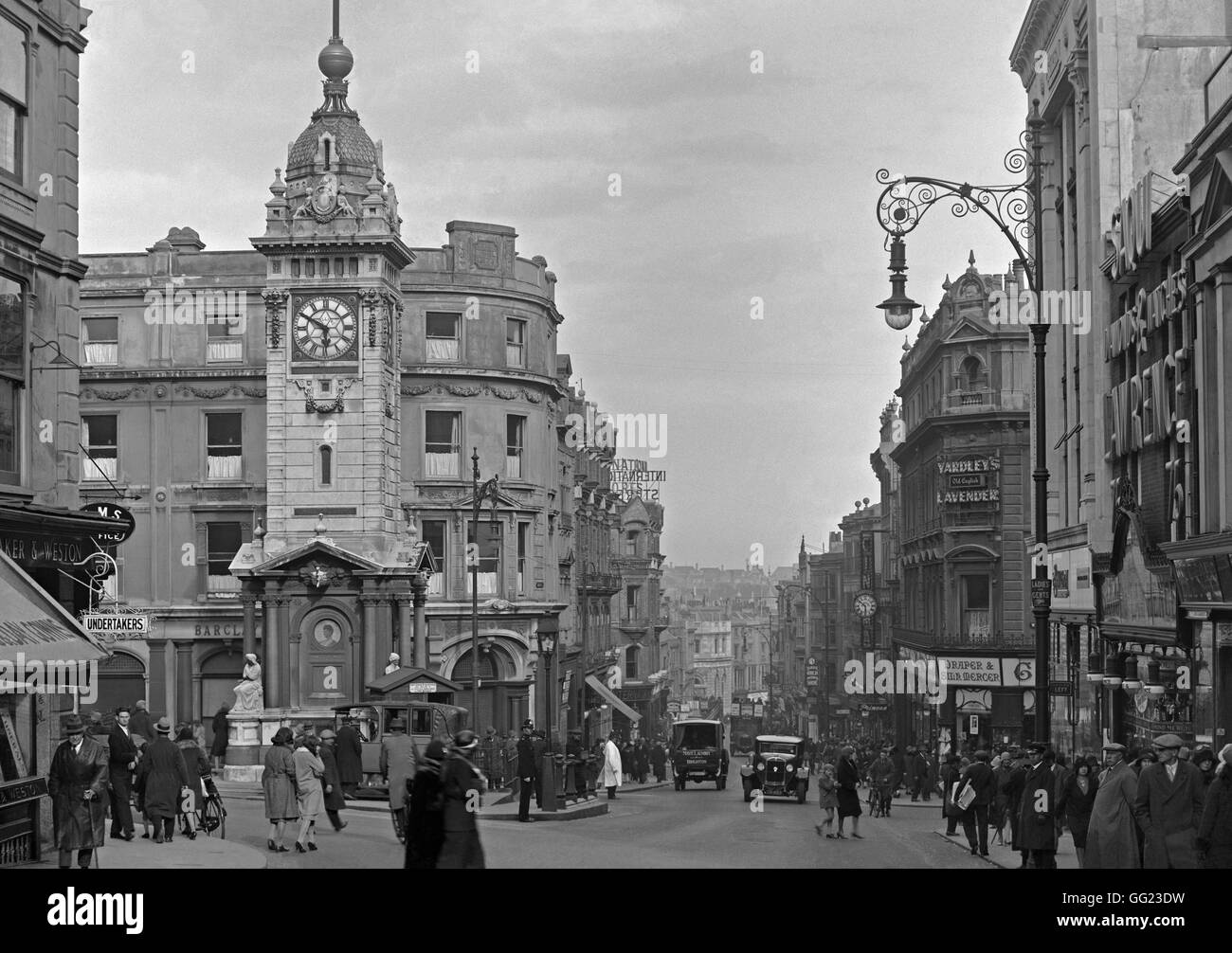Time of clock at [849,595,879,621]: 5:51
